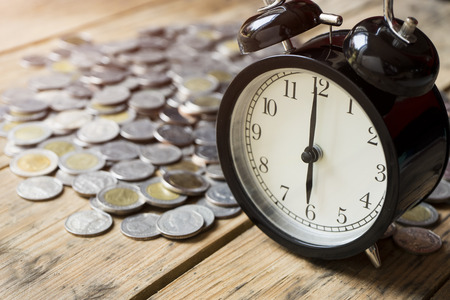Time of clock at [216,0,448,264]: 6:00
